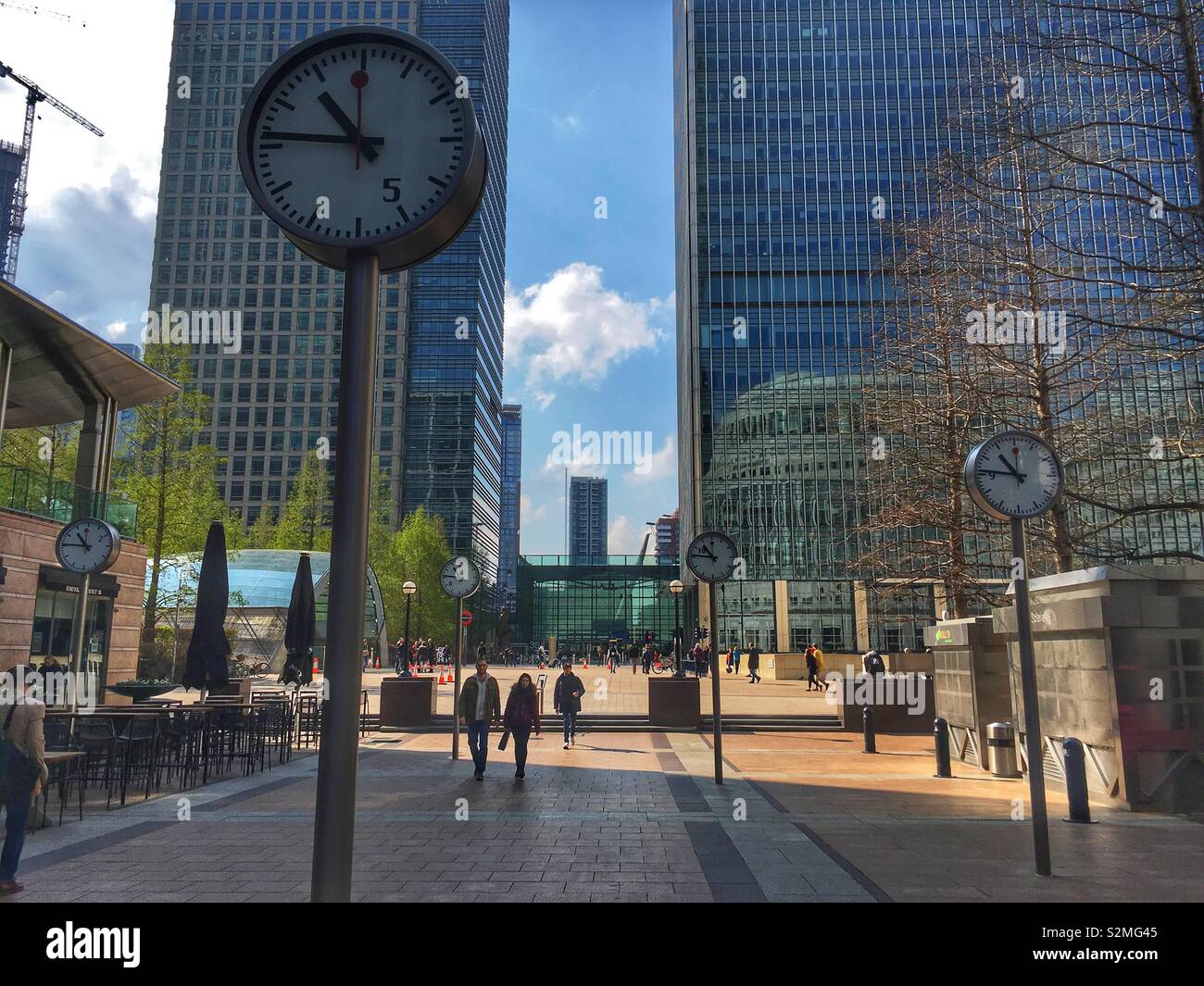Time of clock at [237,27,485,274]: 10:46
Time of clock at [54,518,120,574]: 10:45
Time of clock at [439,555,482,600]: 11:46
